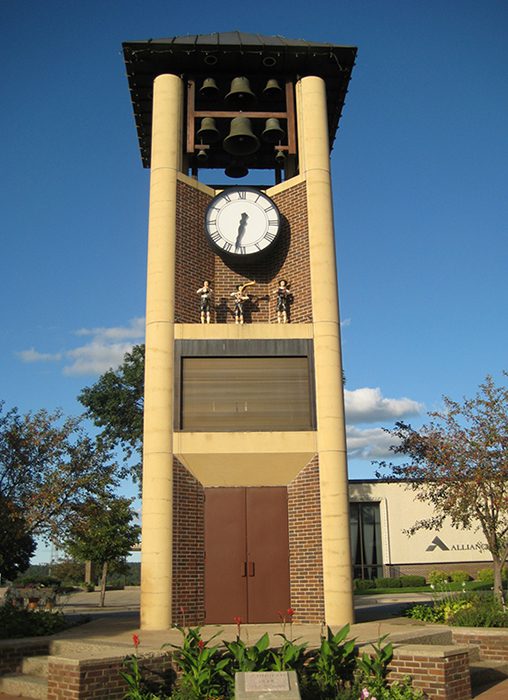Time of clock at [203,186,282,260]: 6:32
